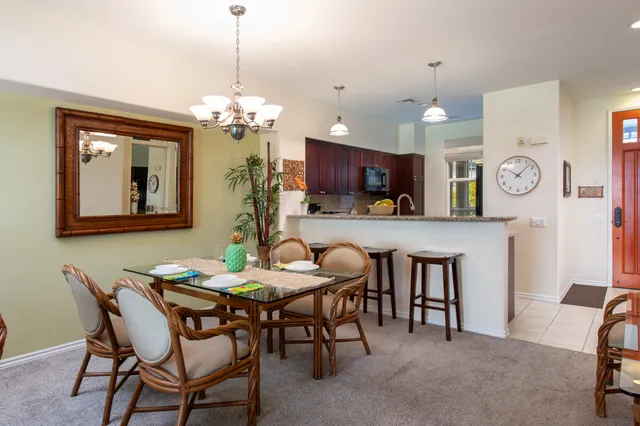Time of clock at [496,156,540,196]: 10:07
